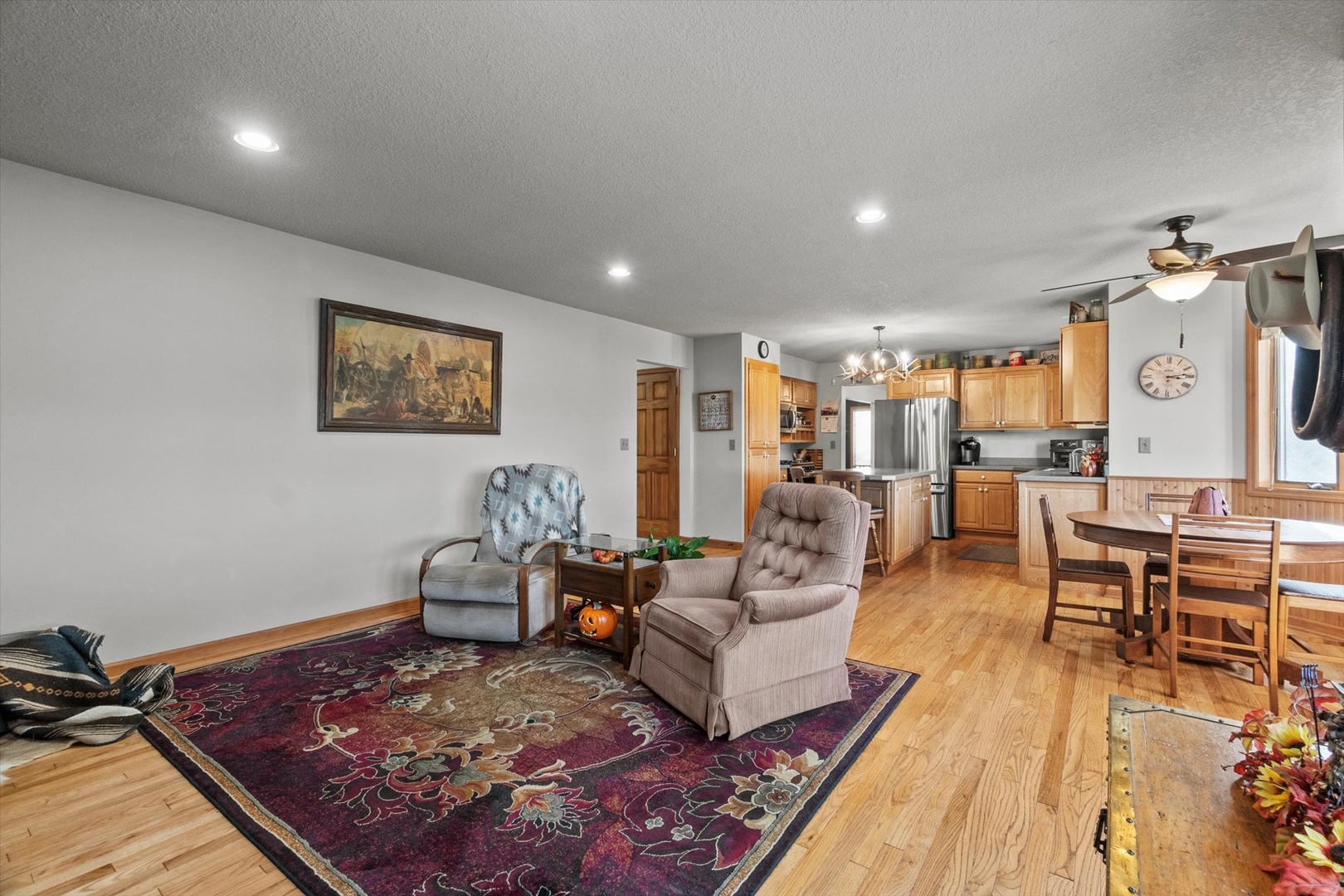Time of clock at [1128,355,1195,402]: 3:13
